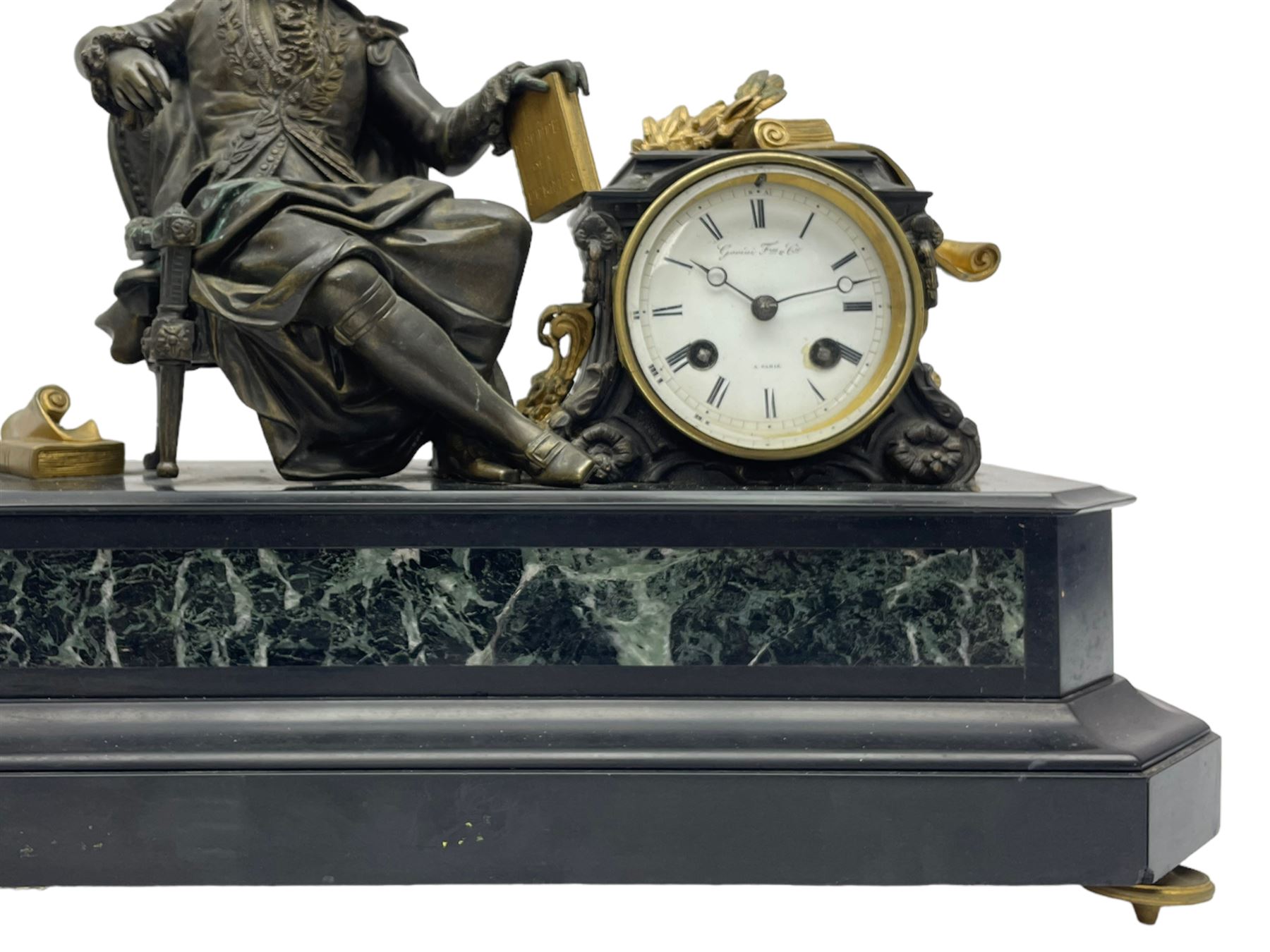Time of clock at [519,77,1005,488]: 10:12
